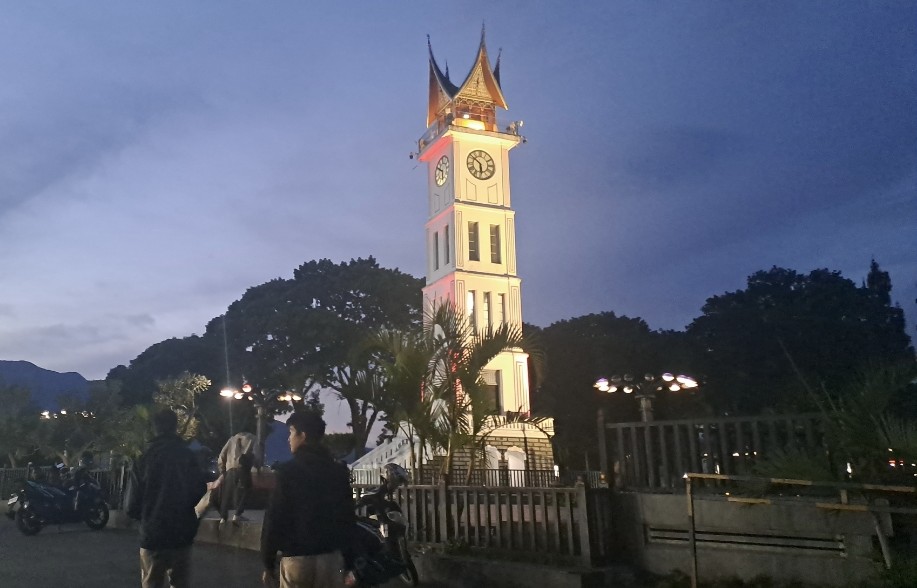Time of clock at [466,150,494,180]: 5:51
